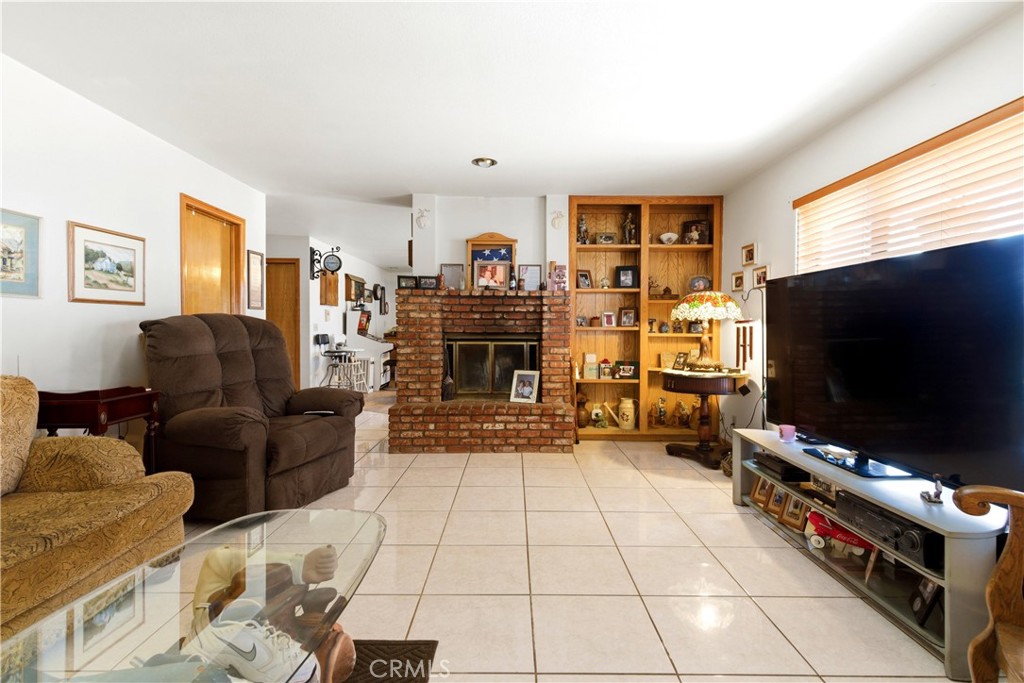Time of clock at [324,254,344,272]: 2:45
